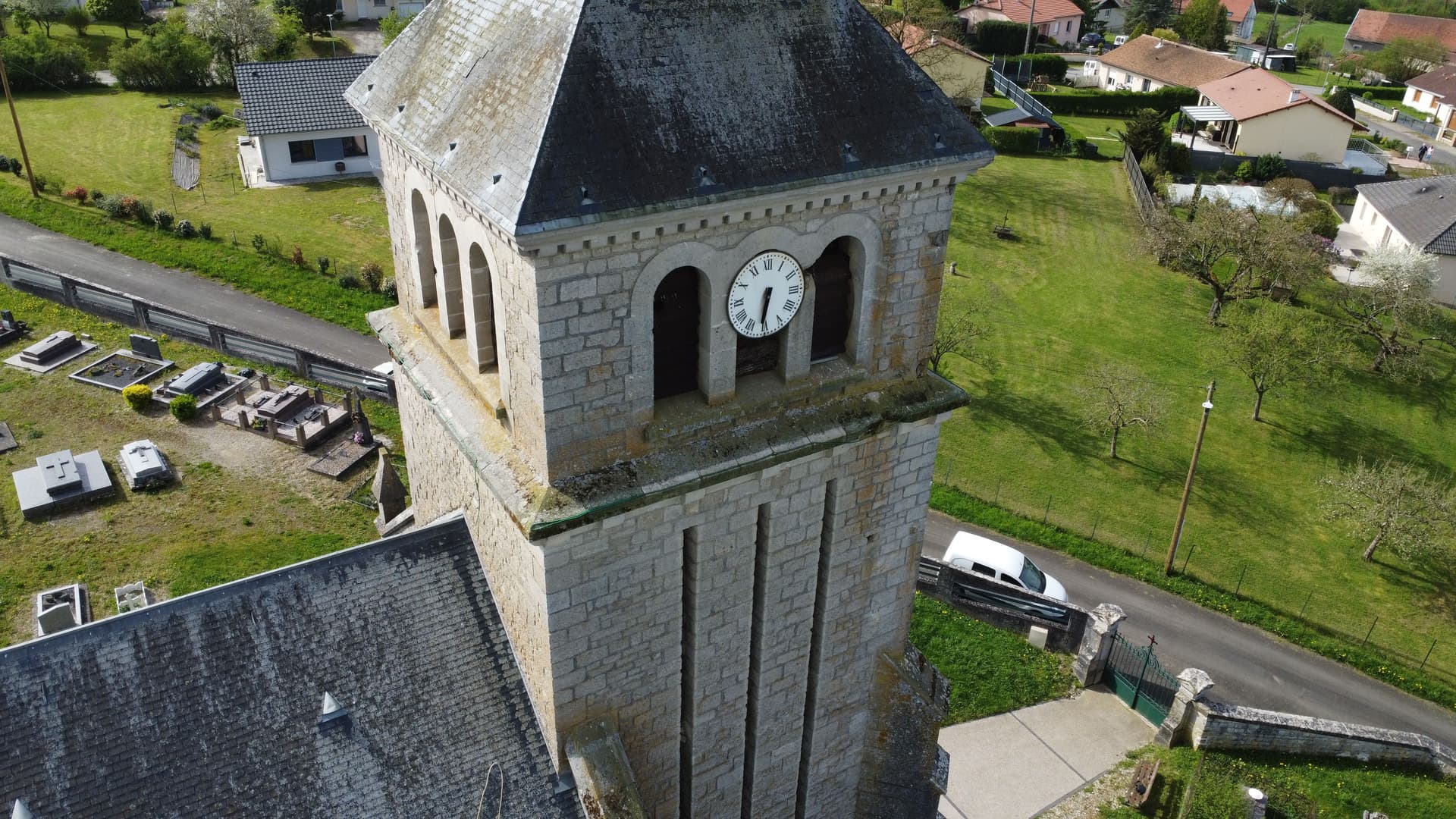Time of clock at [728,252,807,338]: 6:31
